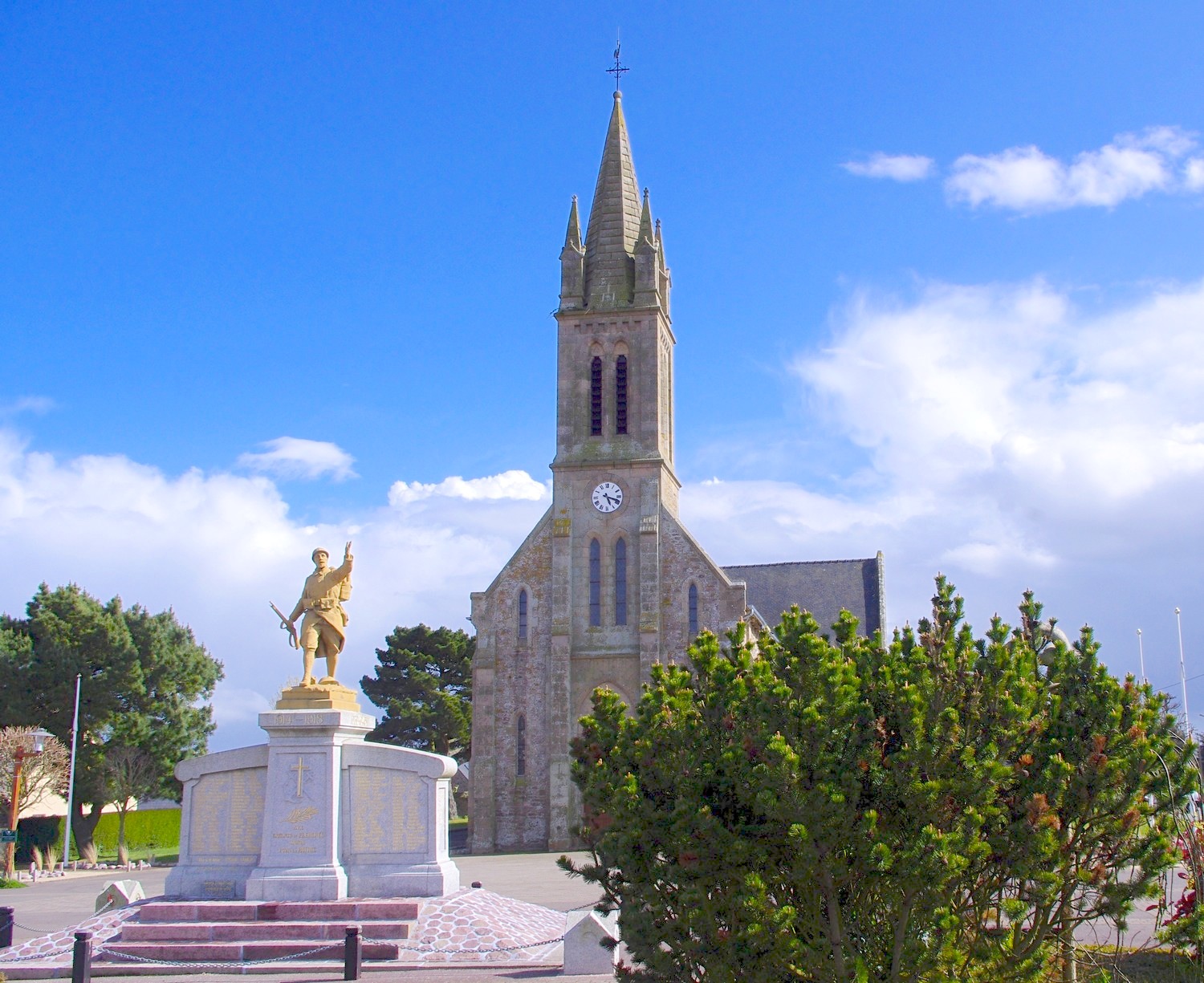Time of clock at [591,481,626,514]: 5:18
